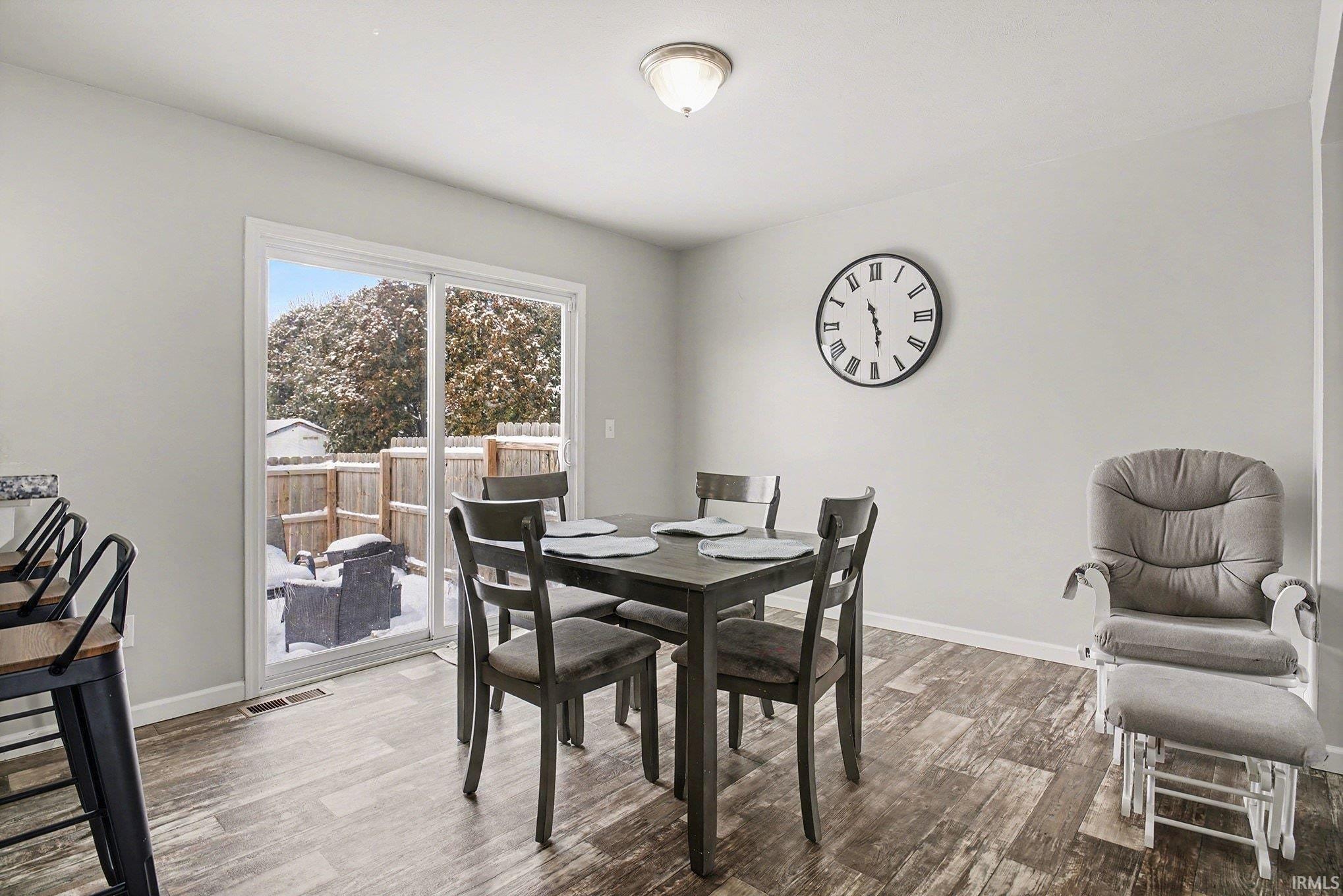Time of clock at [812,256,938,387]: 11:28
